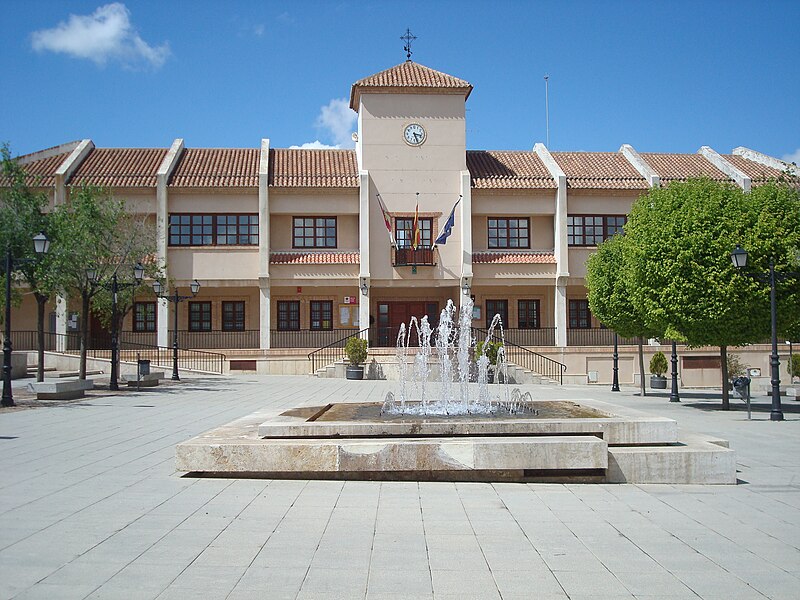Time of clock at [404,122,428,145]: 3:26
